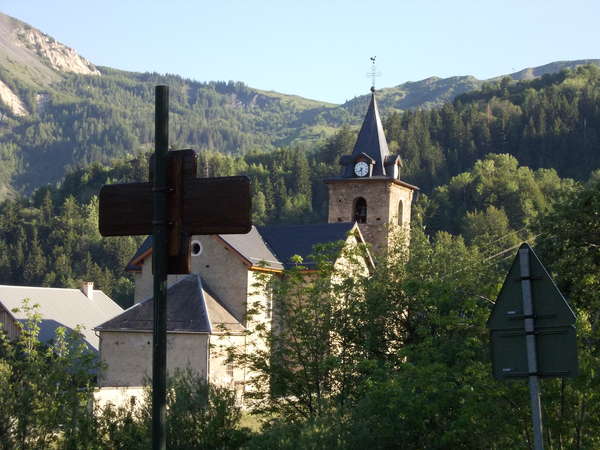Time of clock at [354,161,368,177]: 7:28
